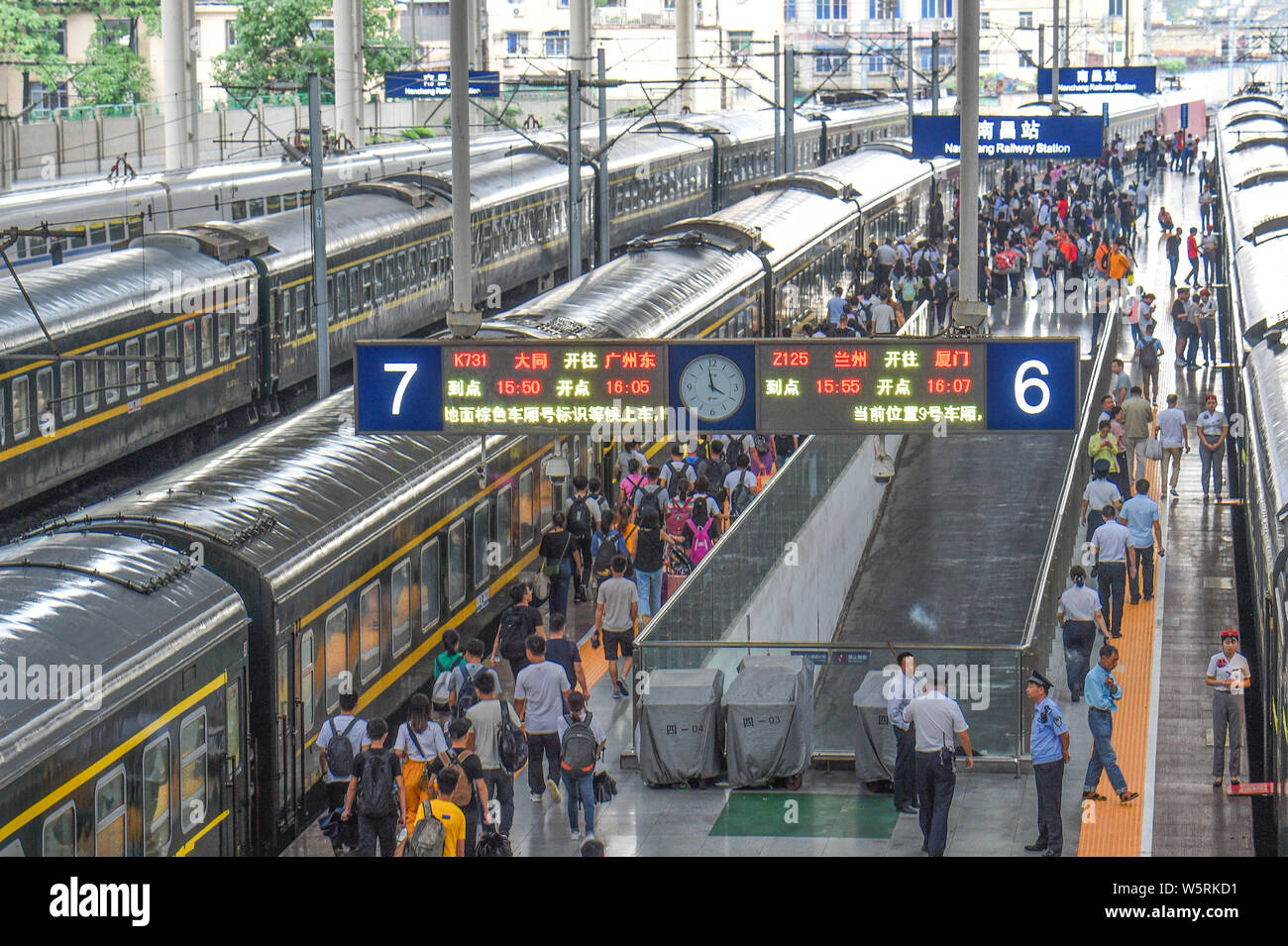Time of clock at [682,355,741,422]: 3:58
